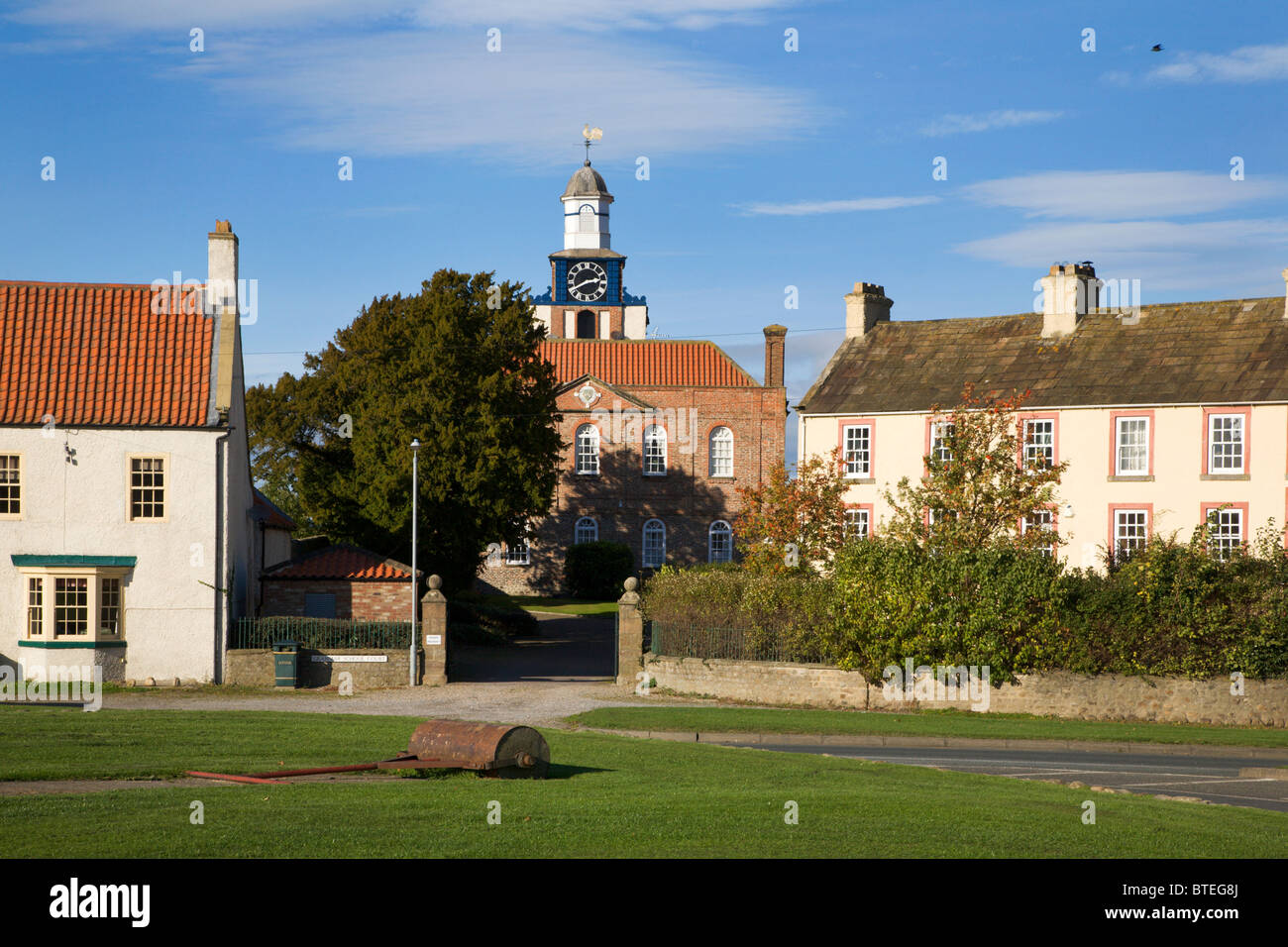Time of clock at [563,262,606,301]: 2:40
